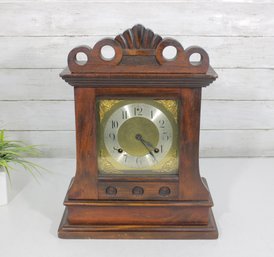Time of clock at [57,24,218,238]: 4:21
